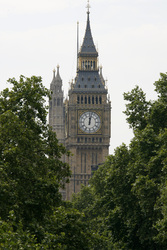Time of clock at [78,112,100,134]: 12:02
